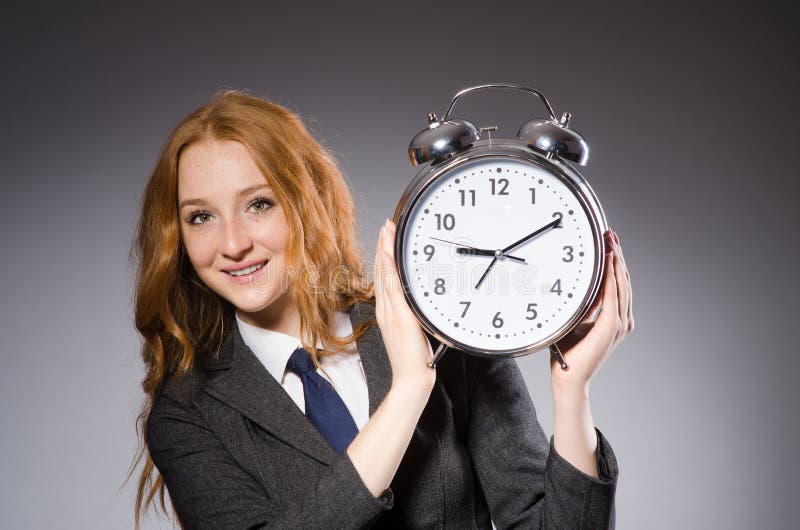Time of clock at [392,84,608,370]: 9:10
